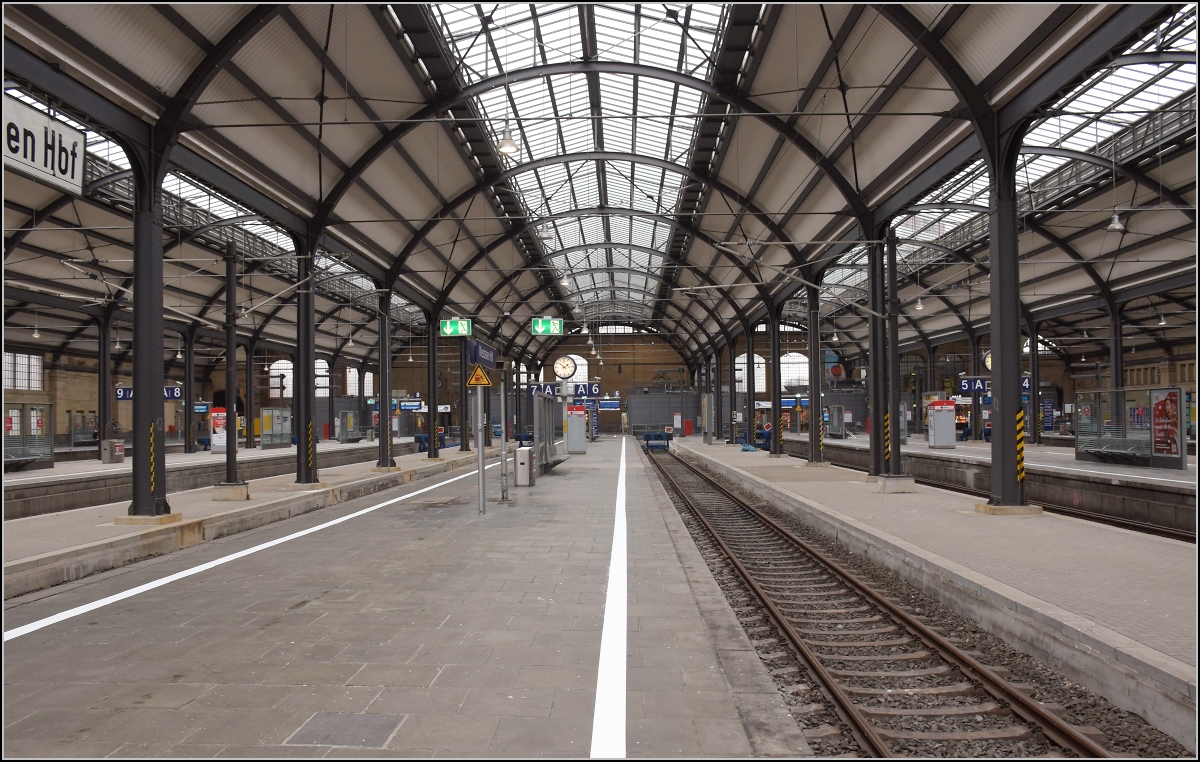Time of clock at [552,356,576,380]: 1:51
